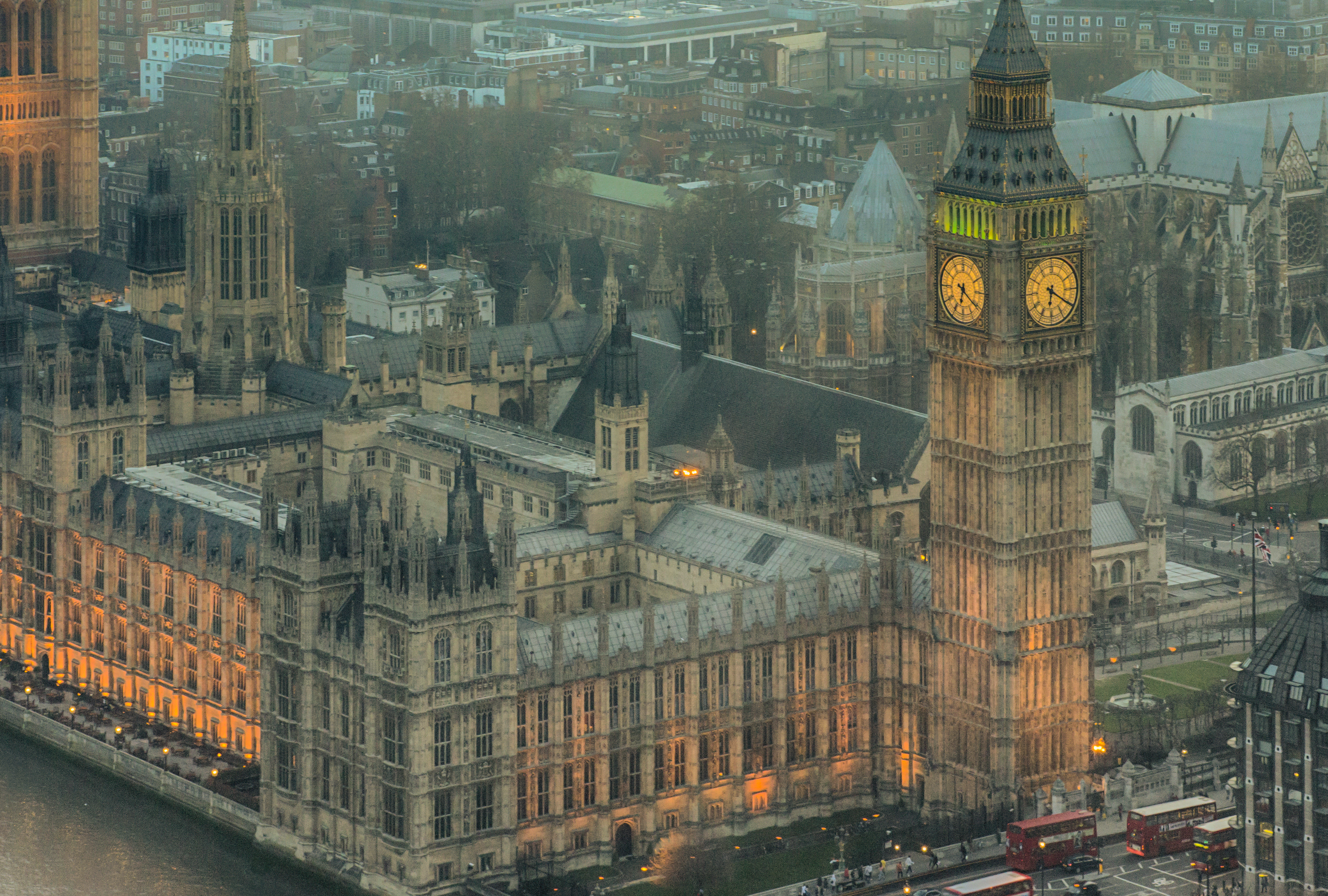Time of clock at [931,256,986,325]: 6:20
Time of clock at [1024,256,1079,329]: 6:20
